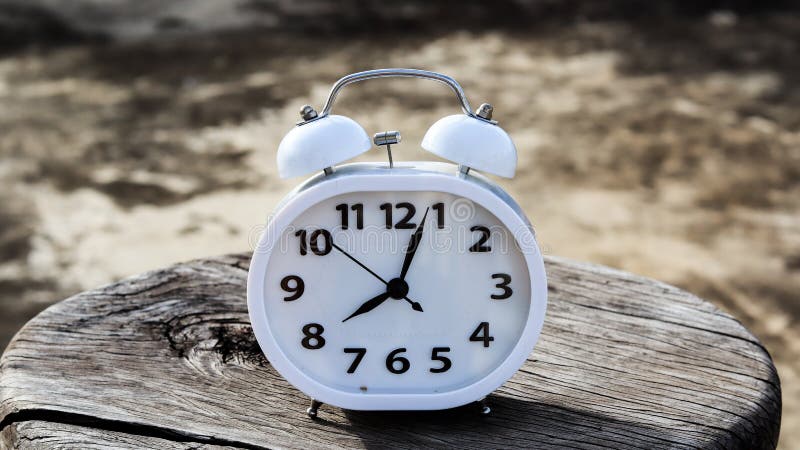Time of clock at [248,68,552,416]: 8:03
